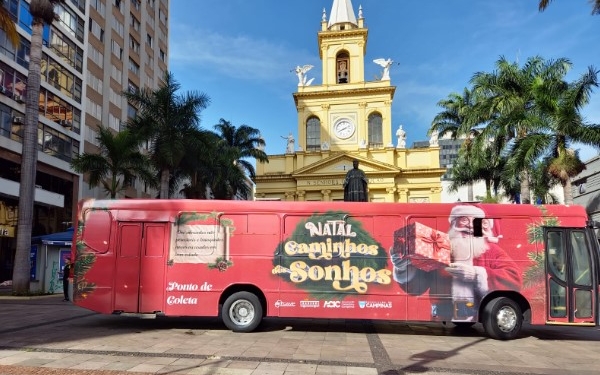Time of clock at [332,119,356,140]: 8:11
